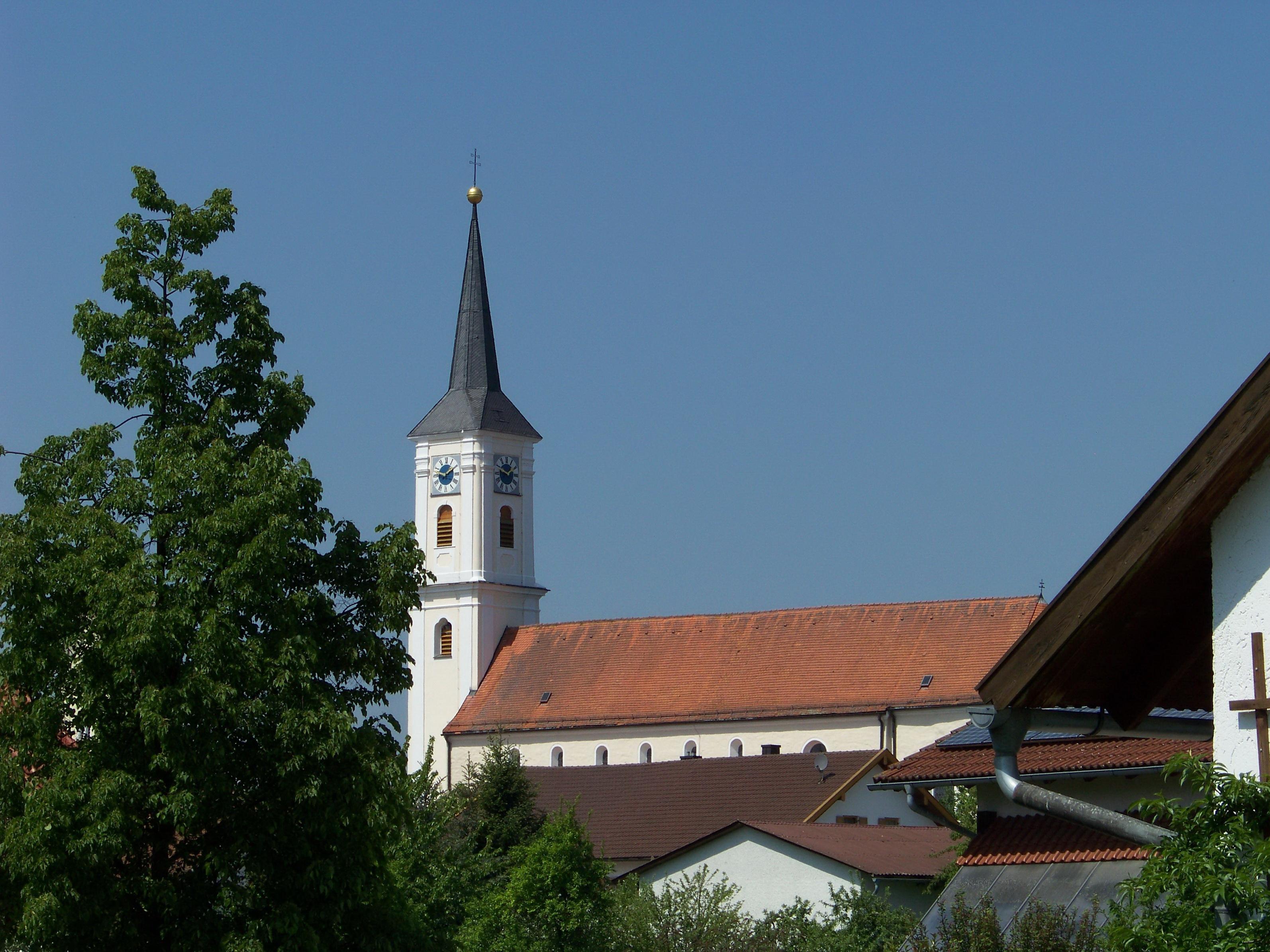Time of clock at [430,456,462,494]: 1:47
